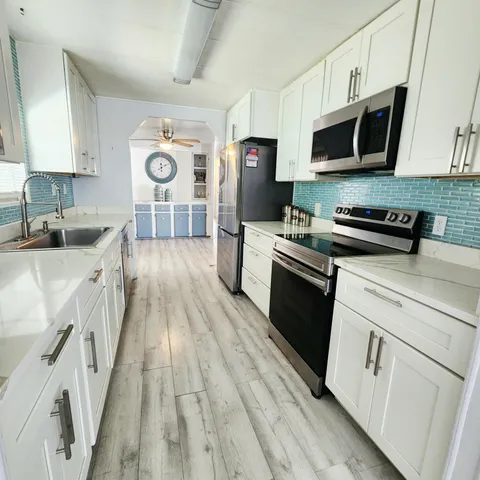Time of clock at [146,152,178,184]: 12:09
